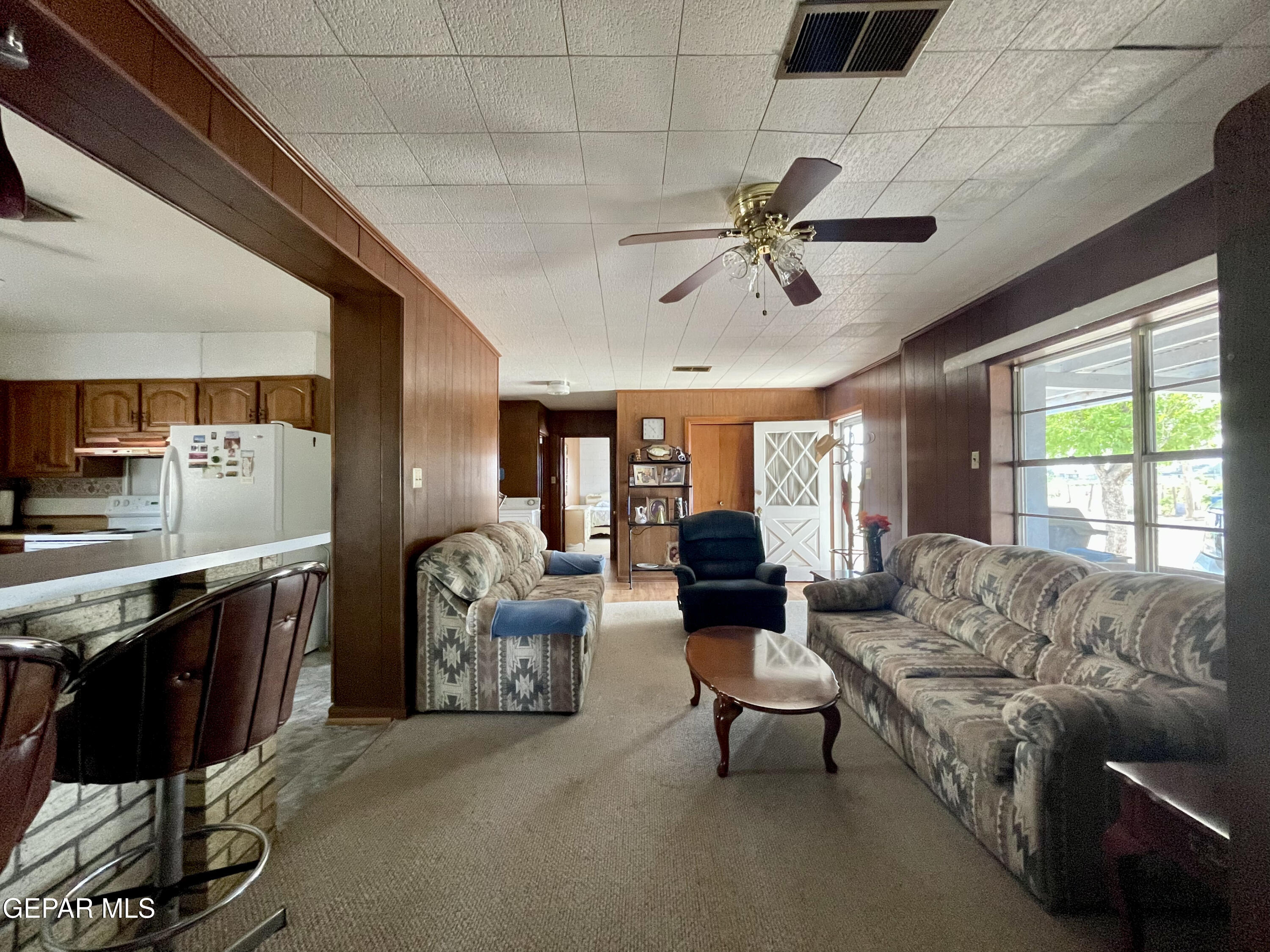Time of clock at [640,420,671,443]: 4:52
